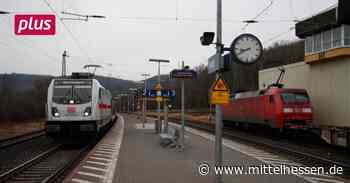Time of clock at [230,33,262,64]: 8:40
